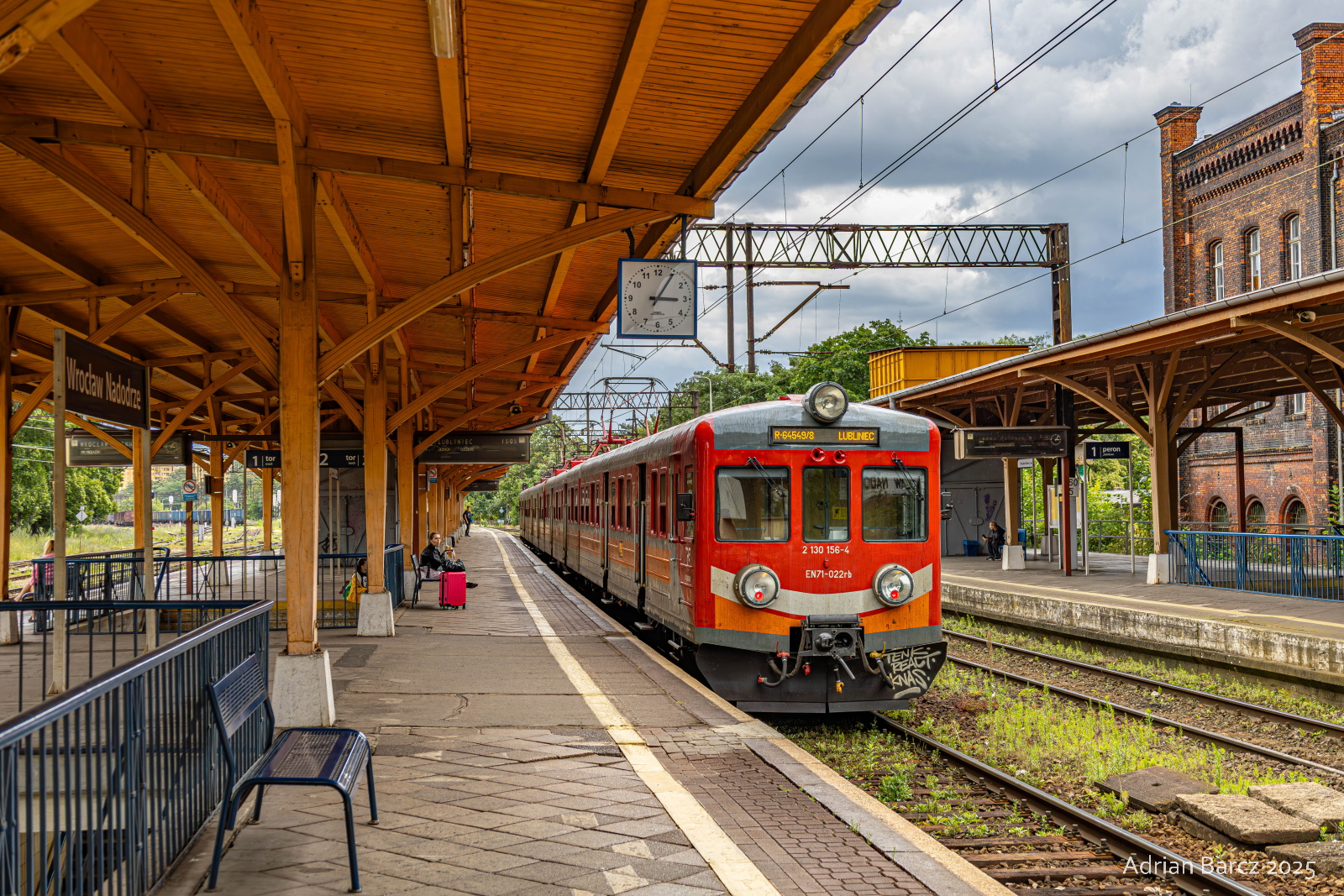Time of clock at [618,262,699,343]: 3:05
